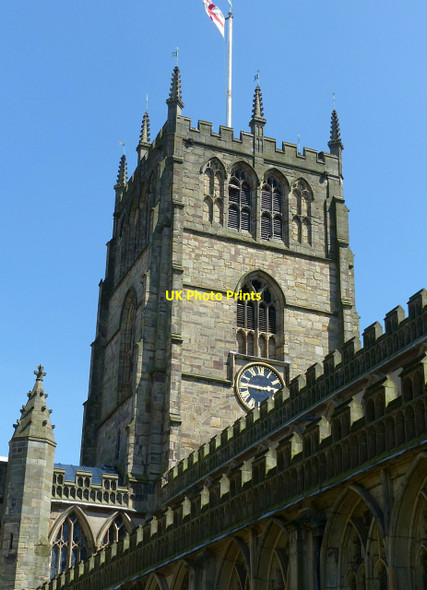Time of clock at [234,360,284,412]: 2:46
